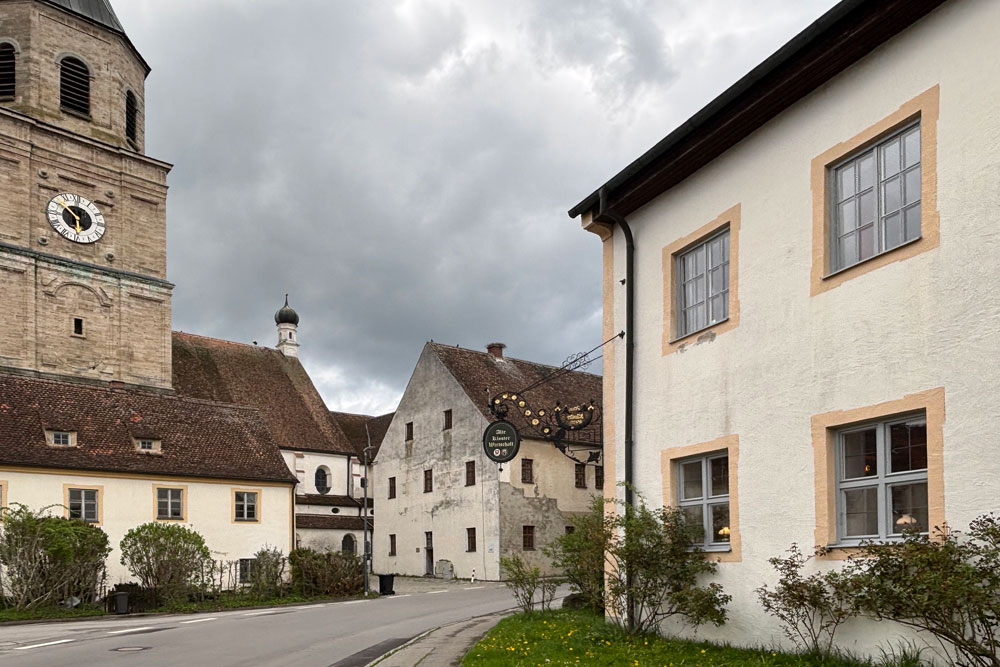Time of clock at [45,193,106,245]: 5:51
